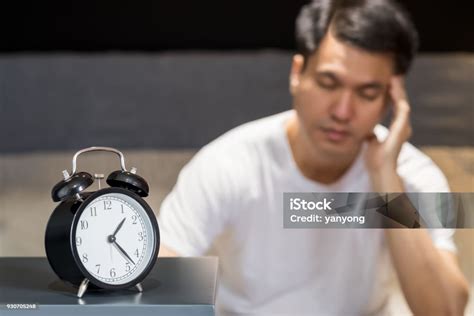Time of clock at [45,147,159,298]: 1:22
